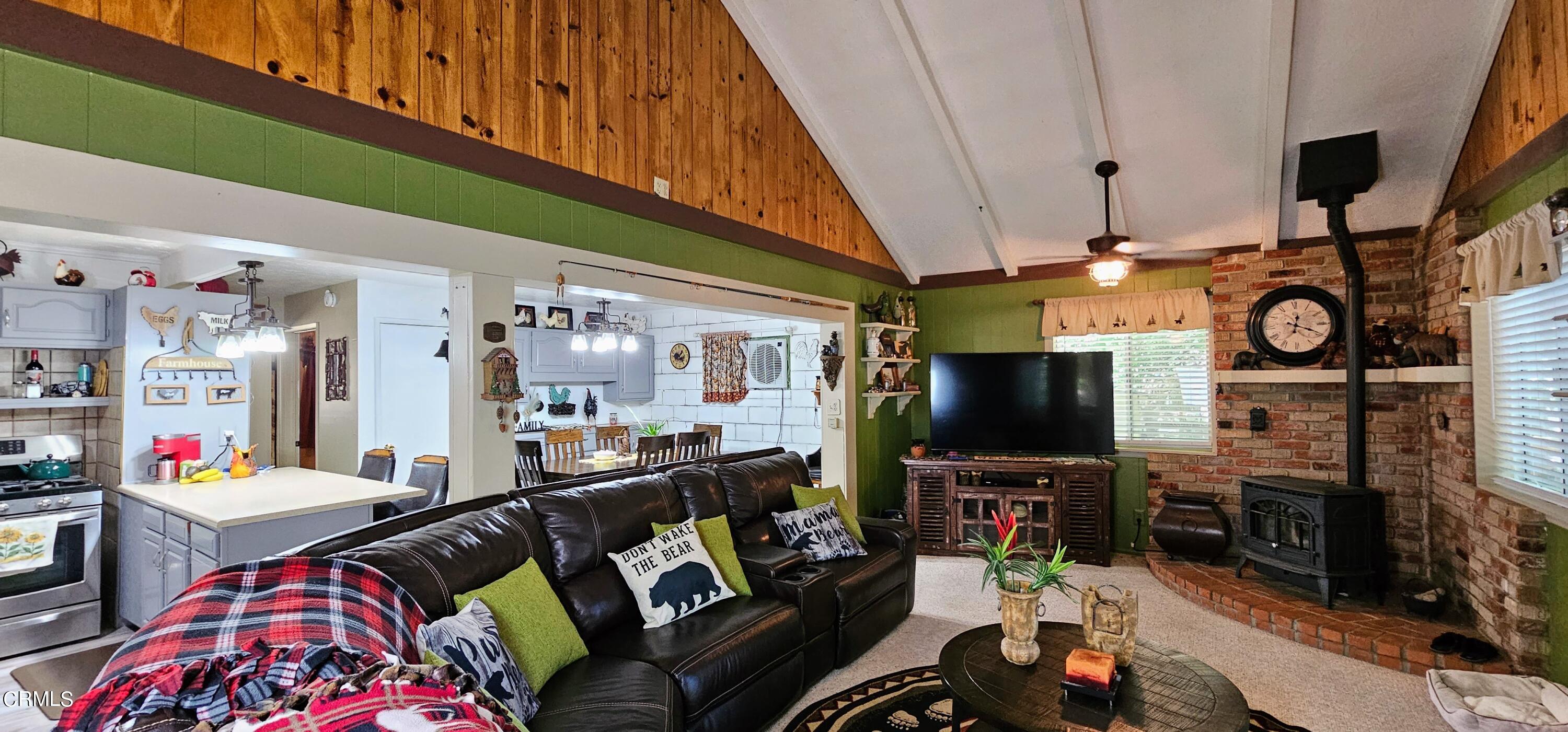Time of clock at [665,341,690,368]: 1:24
